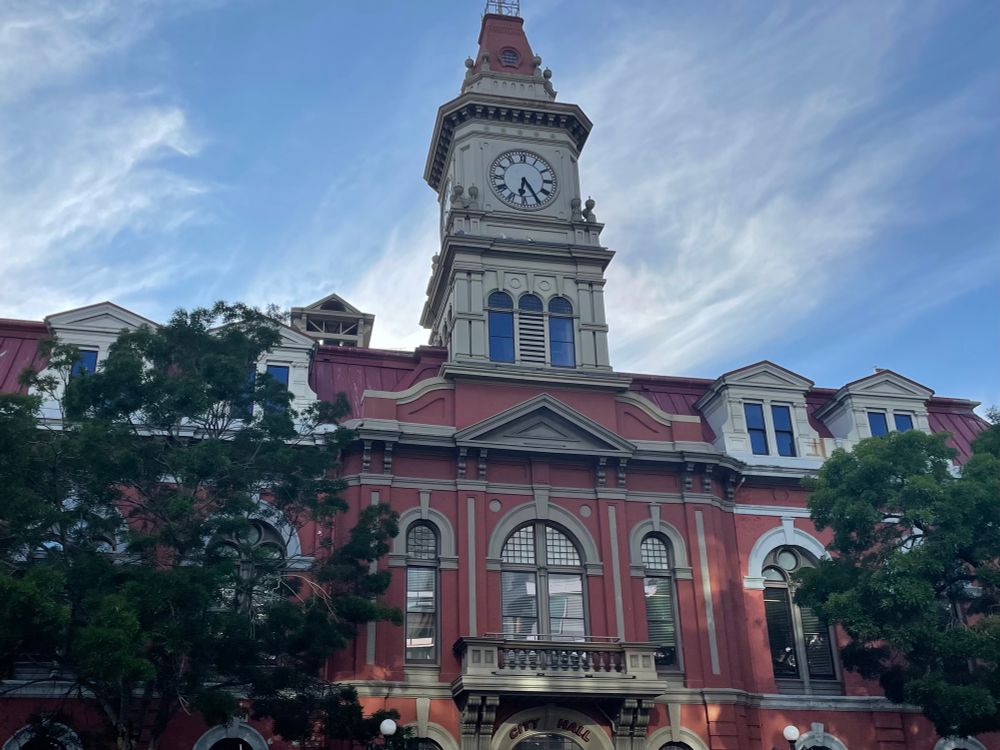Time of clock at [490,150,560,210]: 6:24
